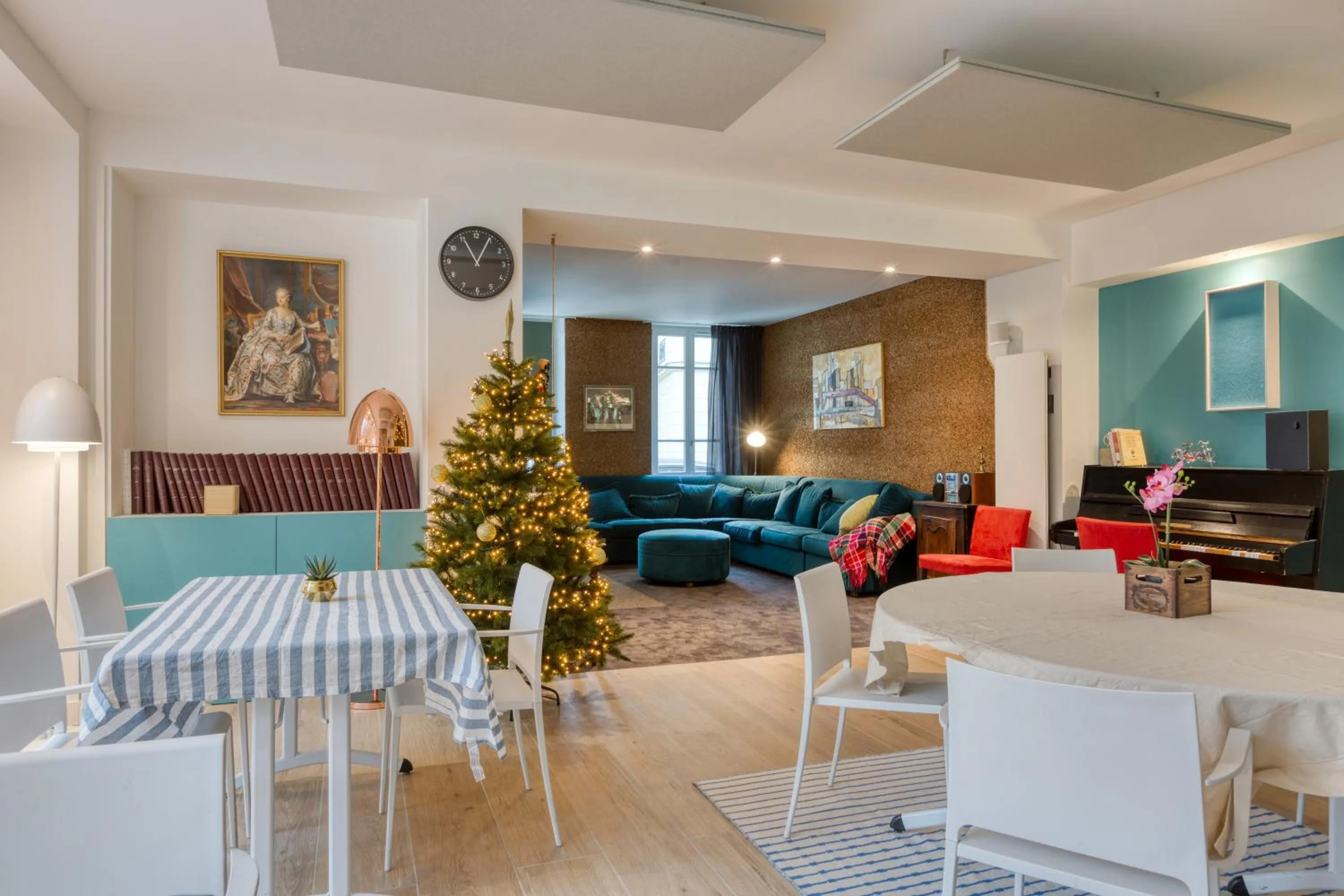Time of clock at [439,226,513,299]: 11:04
